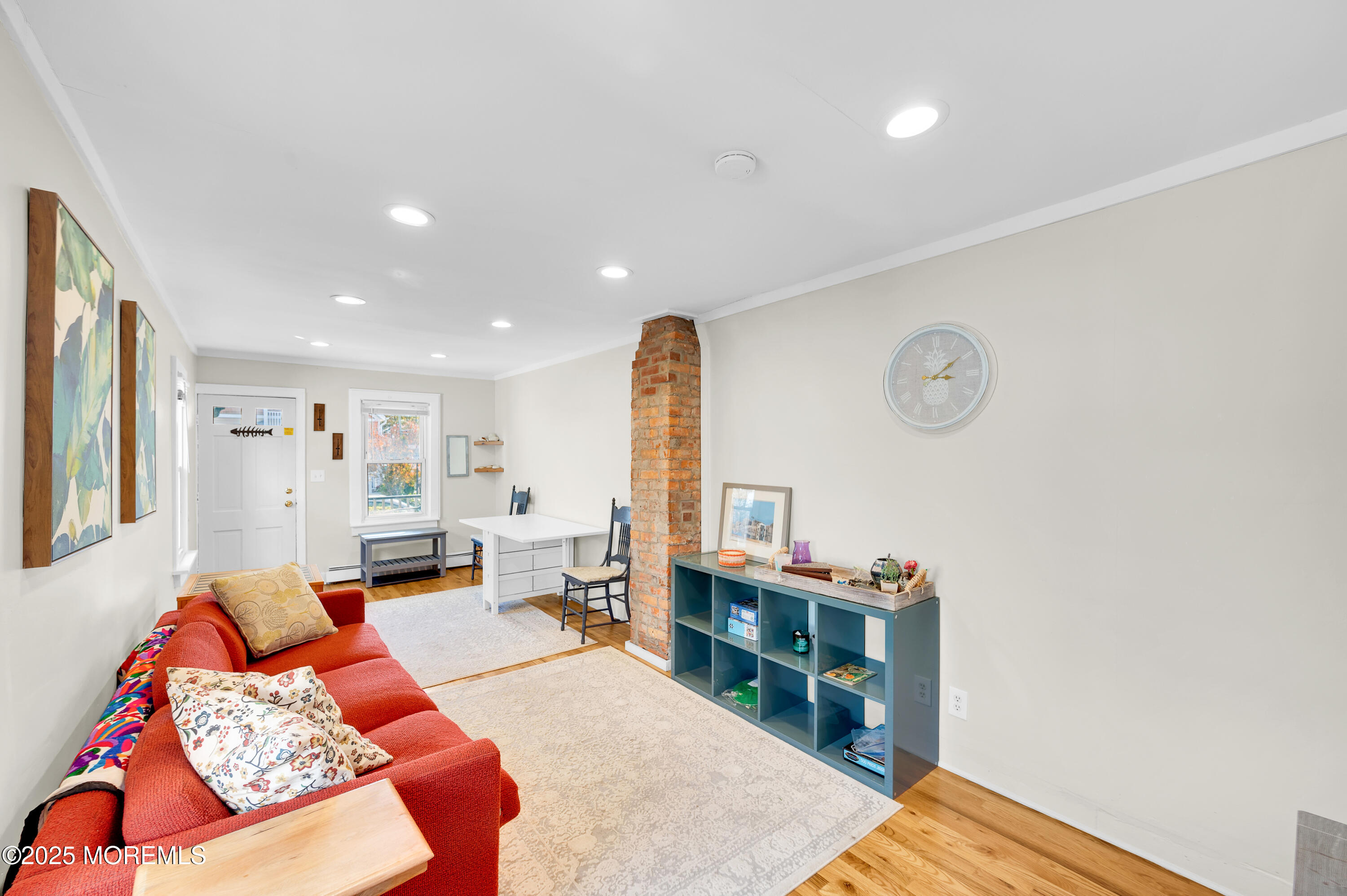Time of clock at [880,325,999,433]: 3:09
